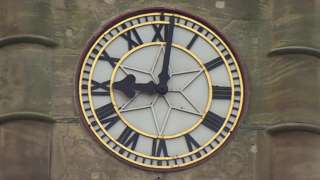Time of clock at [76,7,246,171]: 9:01
